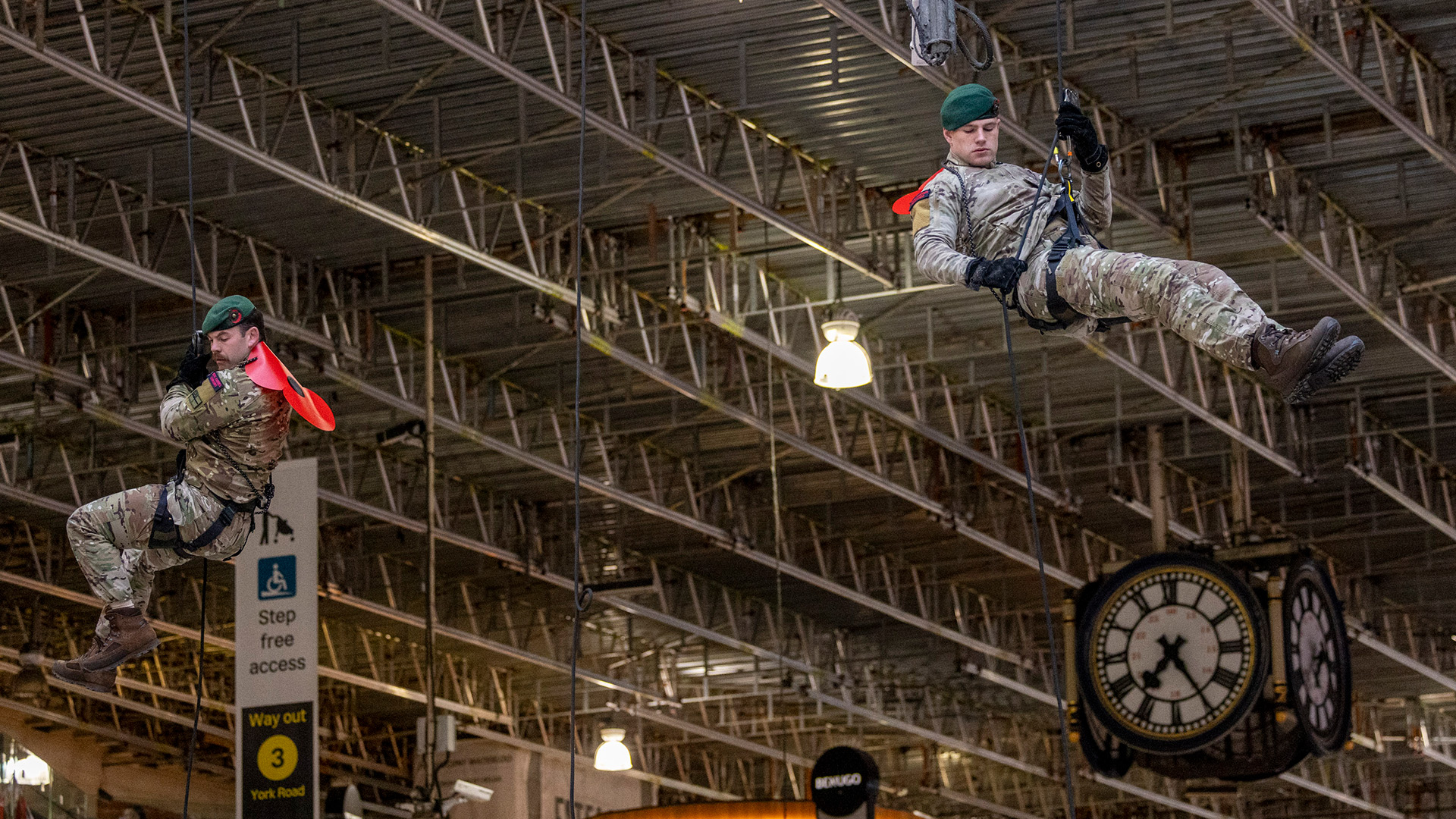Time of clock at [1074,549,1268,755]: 7:24
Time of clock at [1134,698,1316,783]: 7:24
